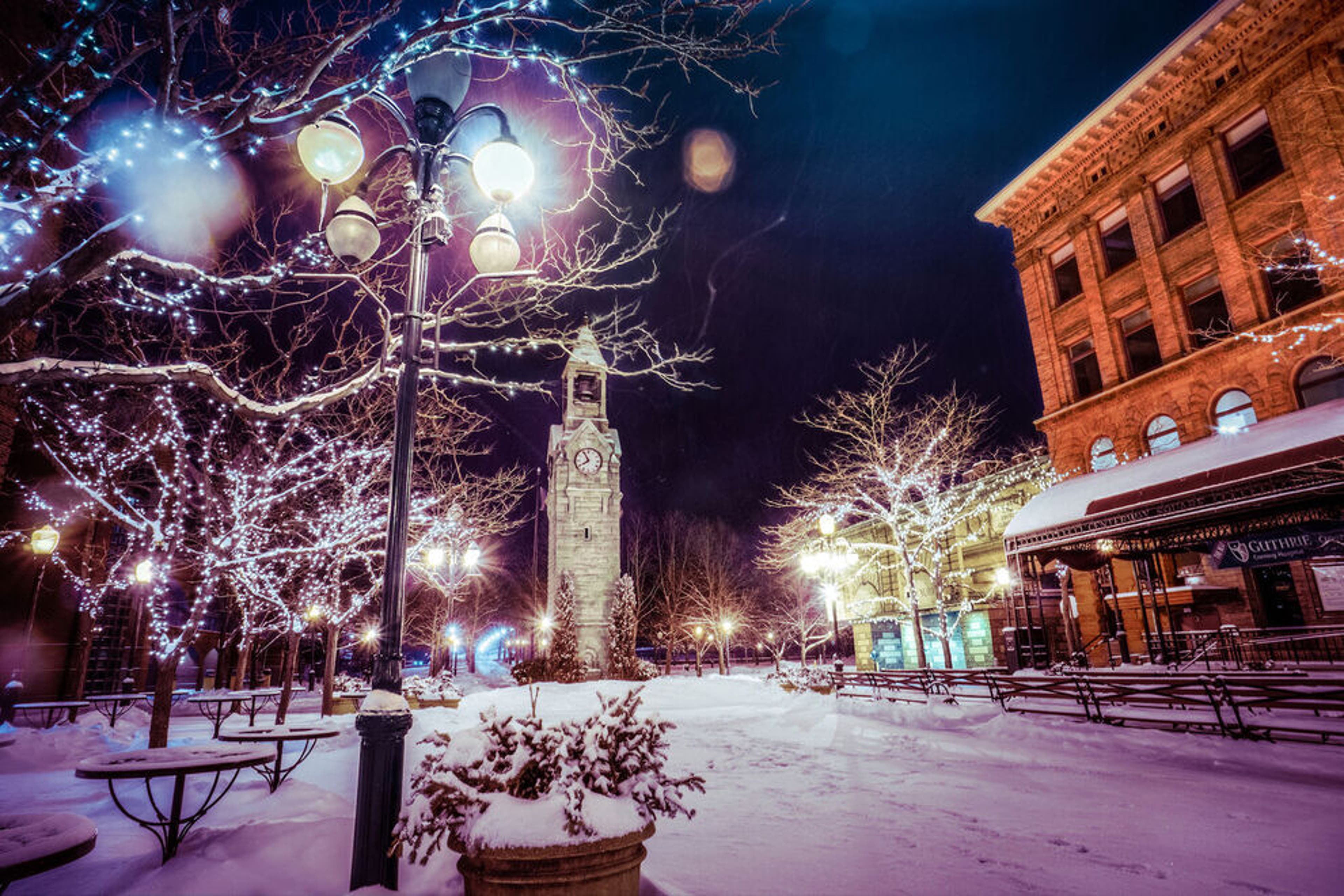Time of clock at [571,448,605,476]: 7:54
